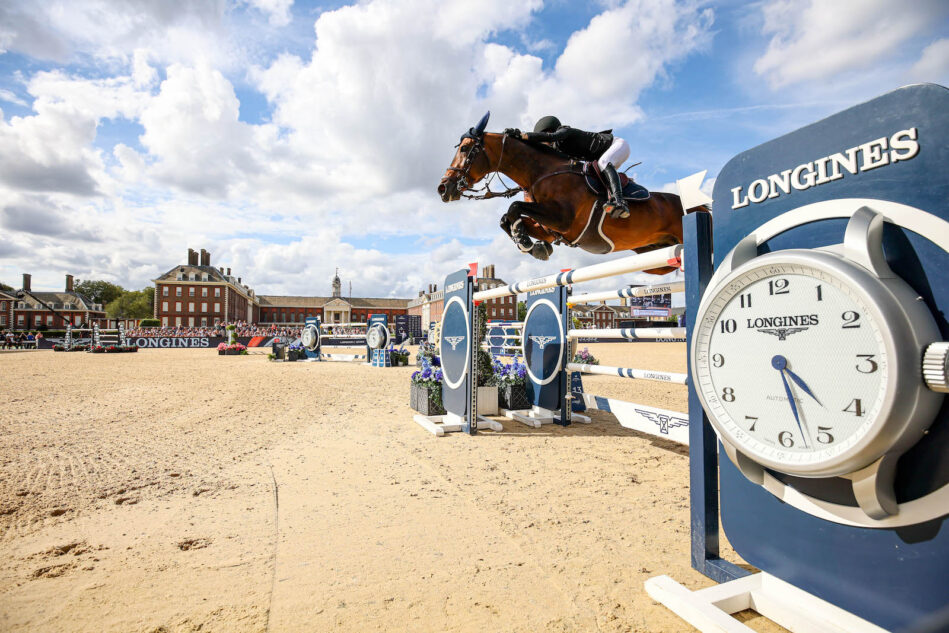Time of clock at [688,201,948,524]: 4:27
